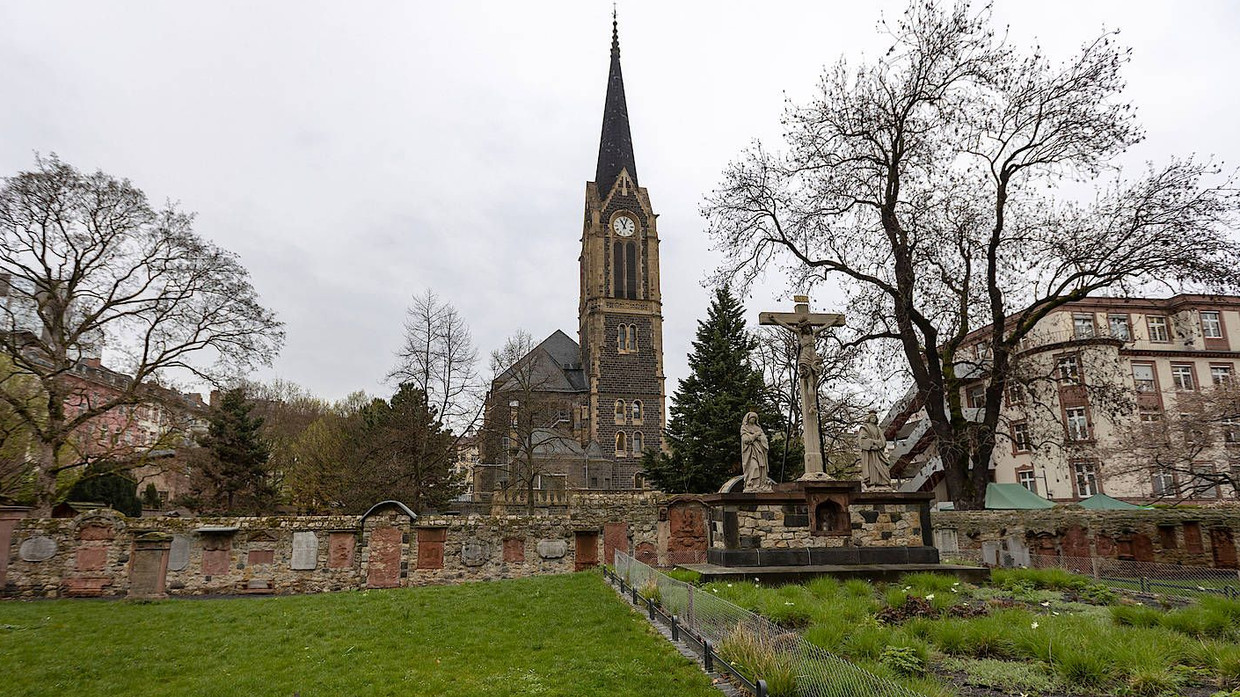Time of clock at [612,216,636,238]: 11:03
